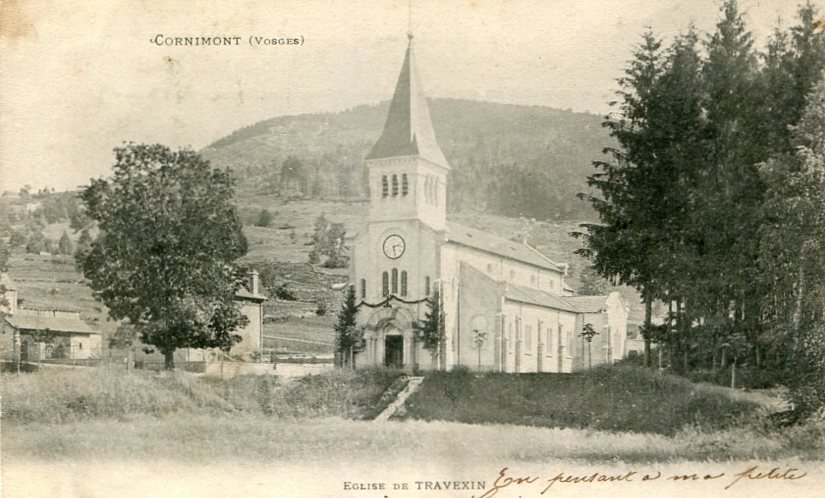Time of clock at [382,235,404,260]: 2:27
